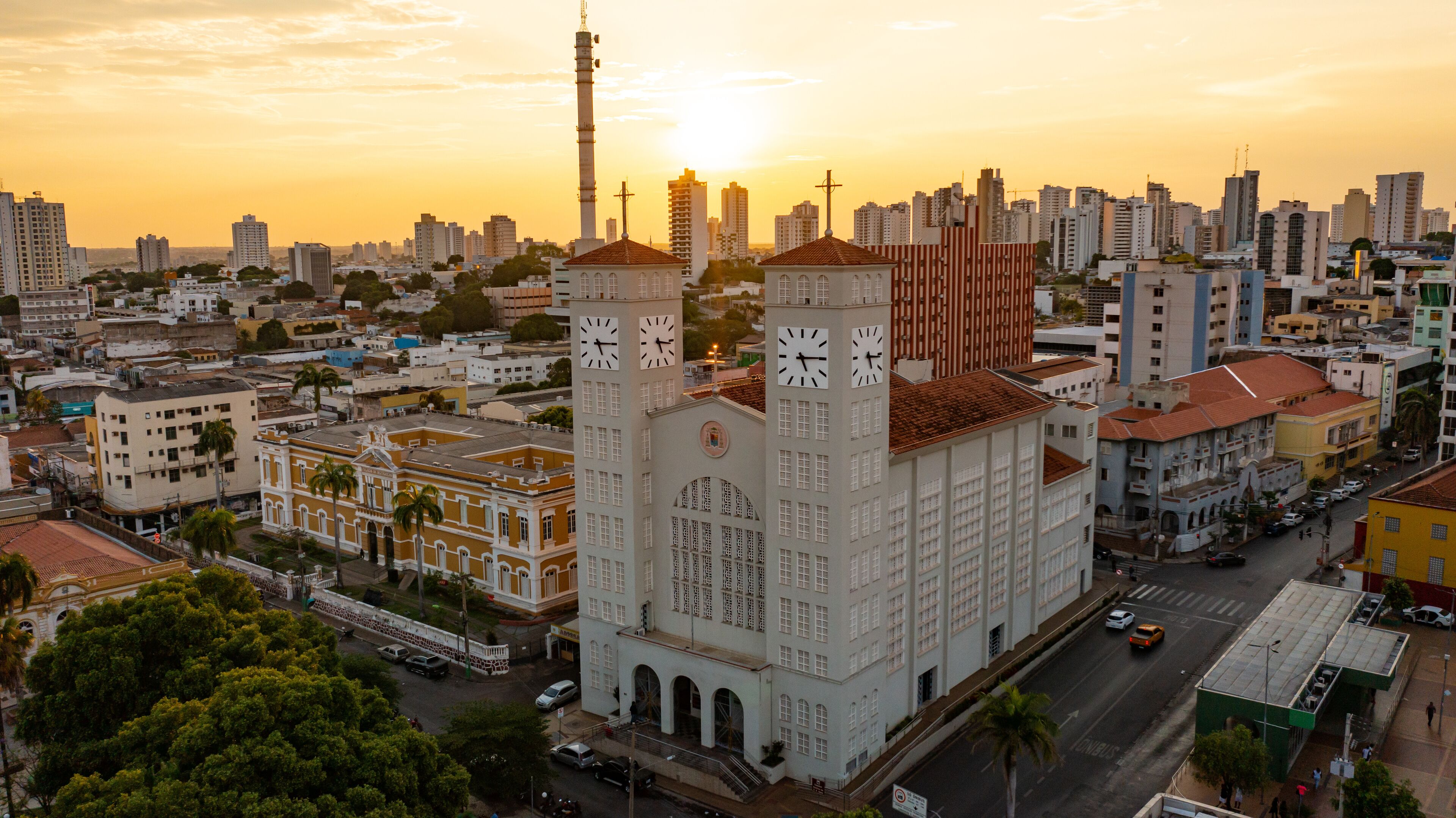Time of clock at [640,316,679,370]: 5:16
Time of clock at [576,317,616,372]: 5:14
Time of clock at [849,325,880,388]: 5:15
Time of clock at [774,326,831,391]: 5:14
